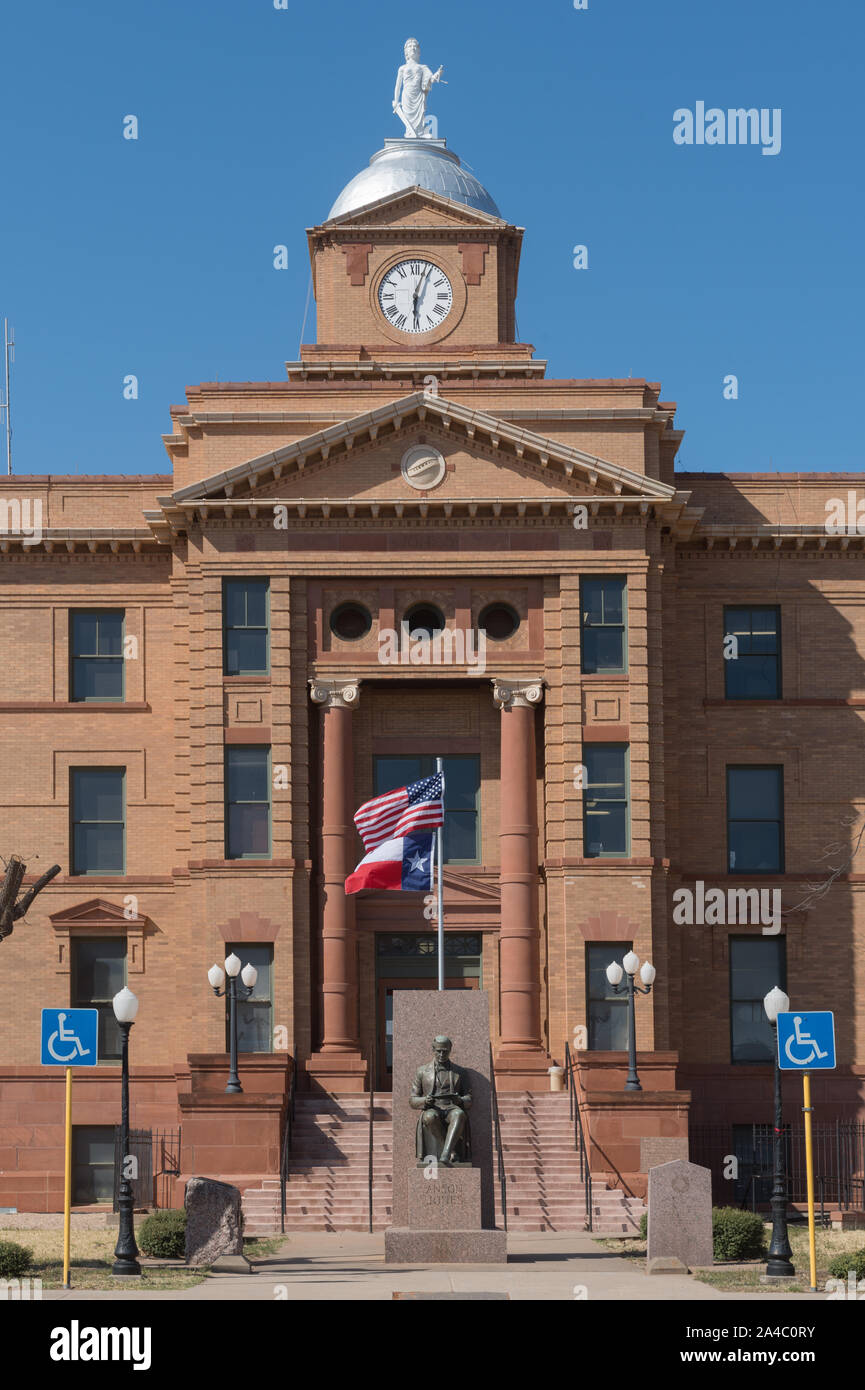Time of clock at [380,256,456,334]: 6:03
